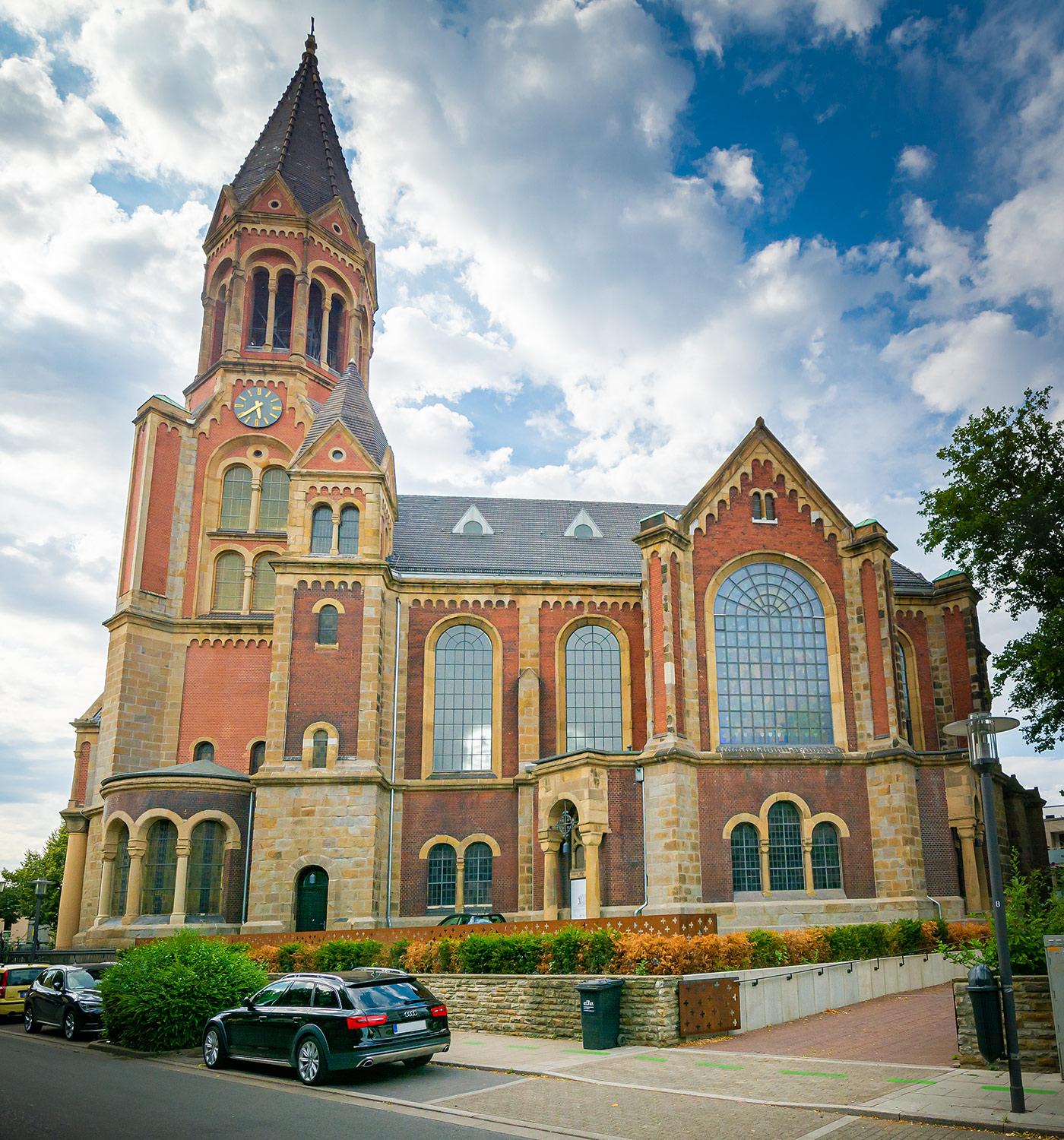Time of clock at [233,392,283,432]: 5:38
